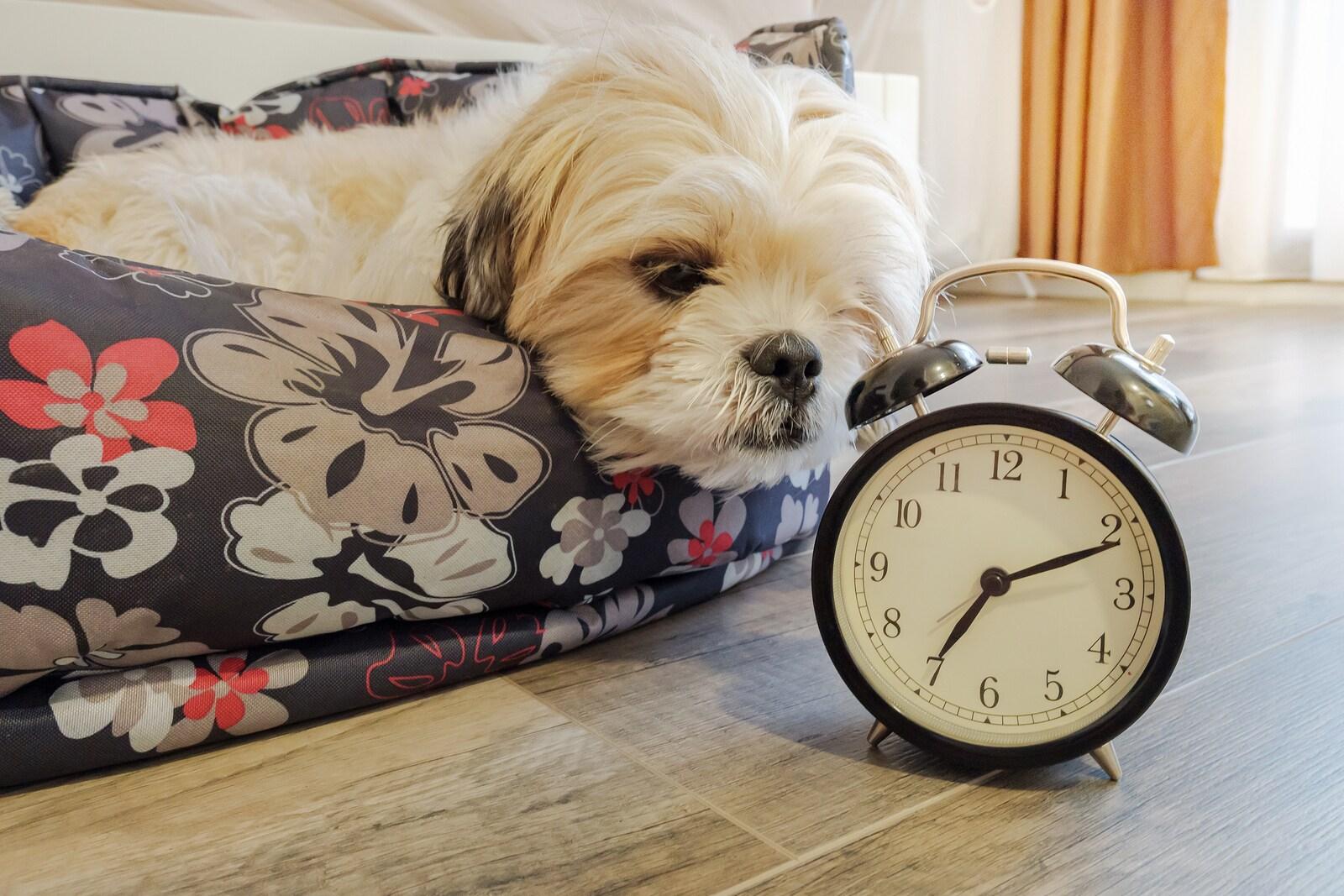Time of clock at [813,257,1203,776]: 7:11
